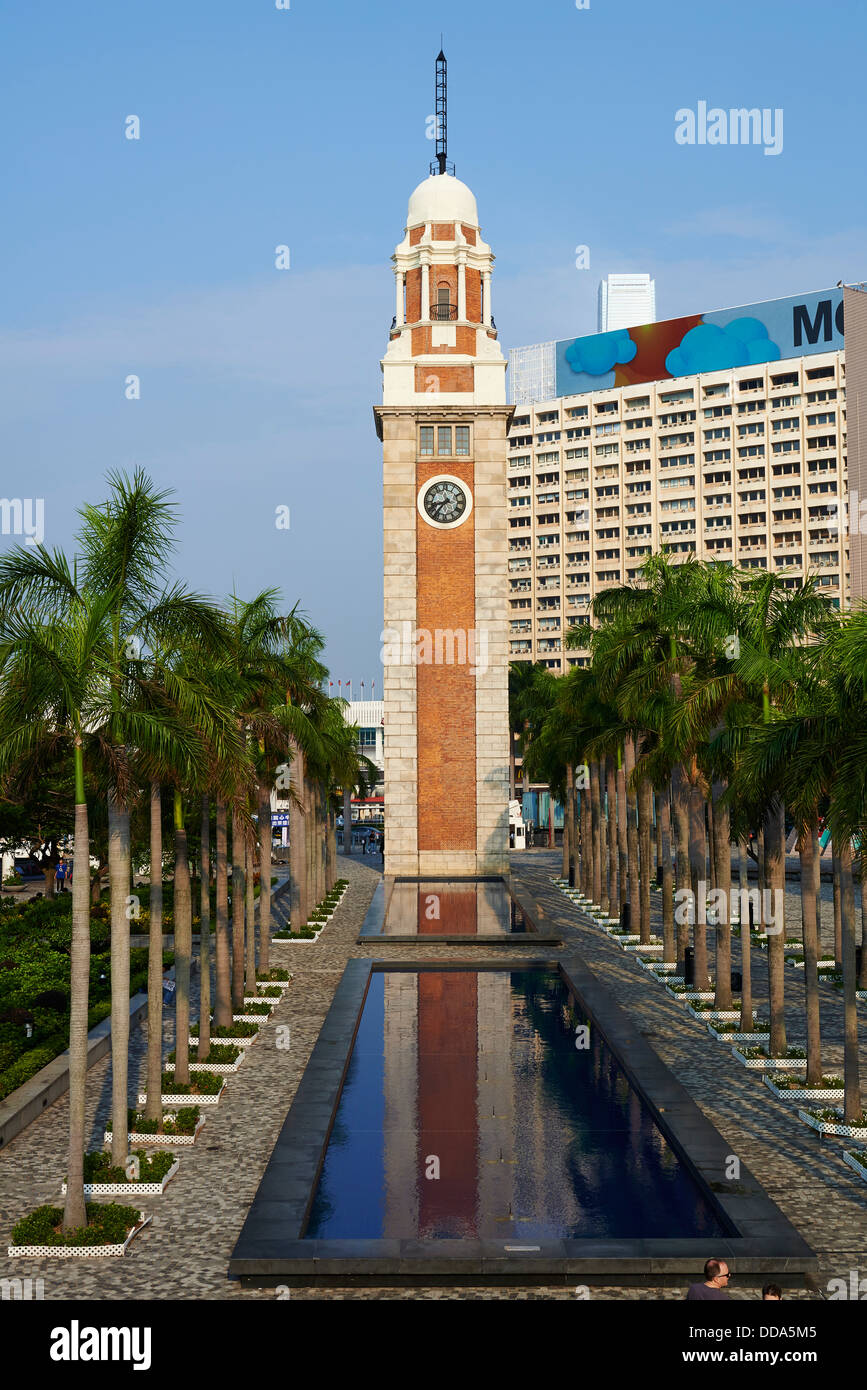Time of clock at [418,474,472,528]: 8:36
